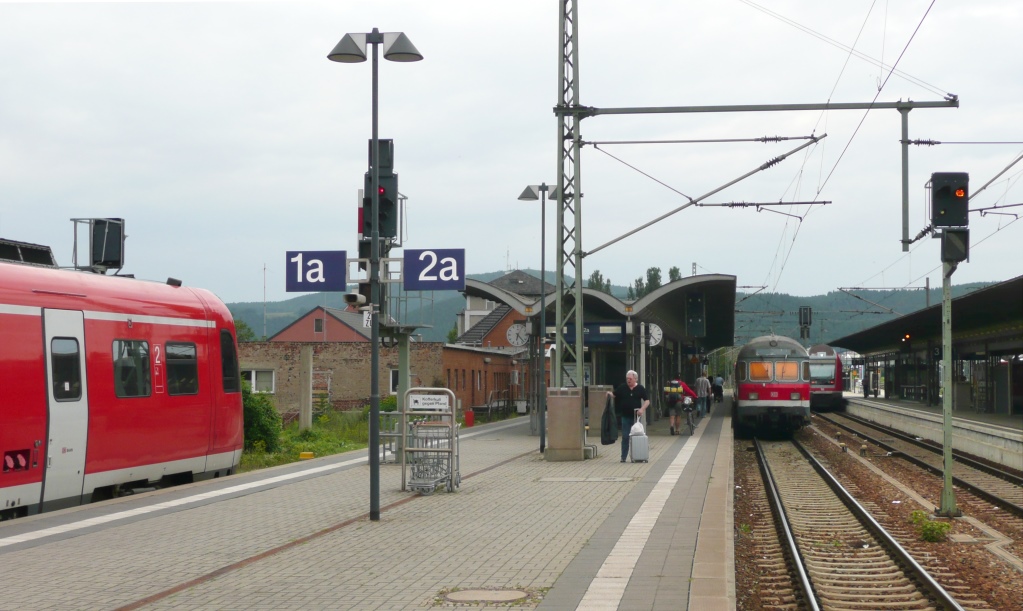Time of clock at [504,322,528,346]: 6:23
